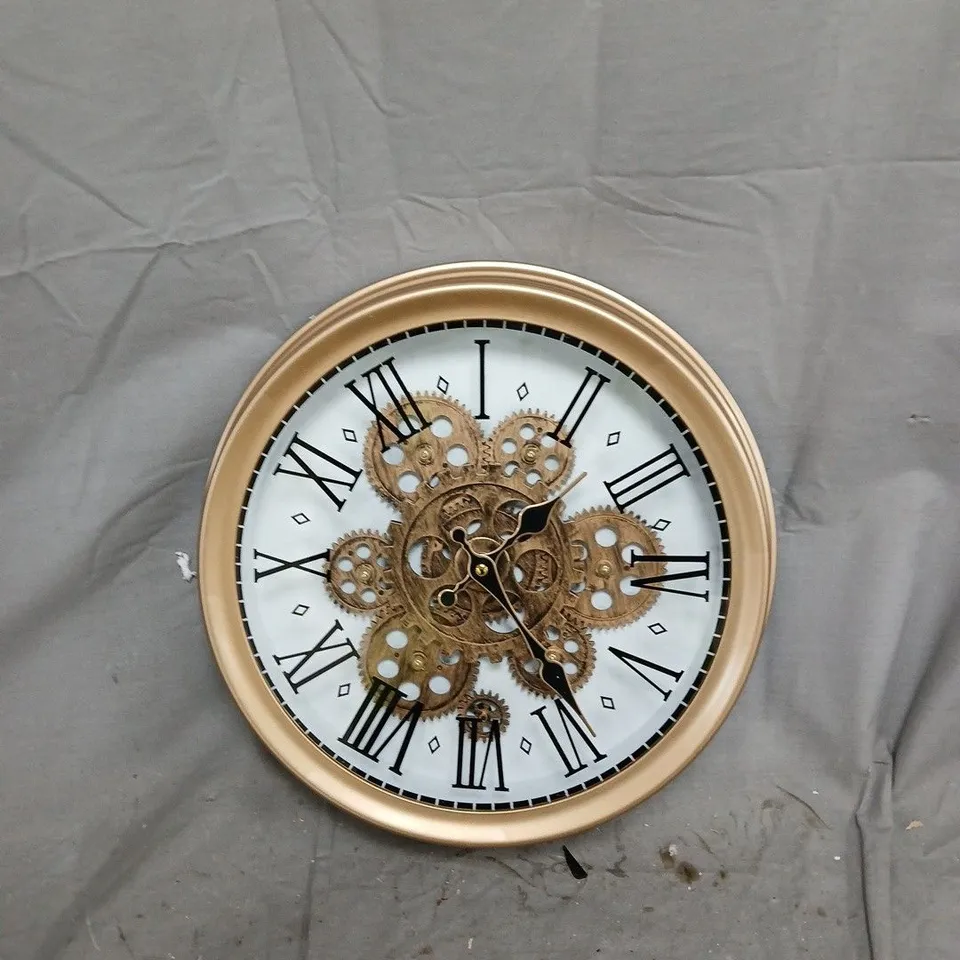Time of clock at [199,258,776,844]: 1:23
